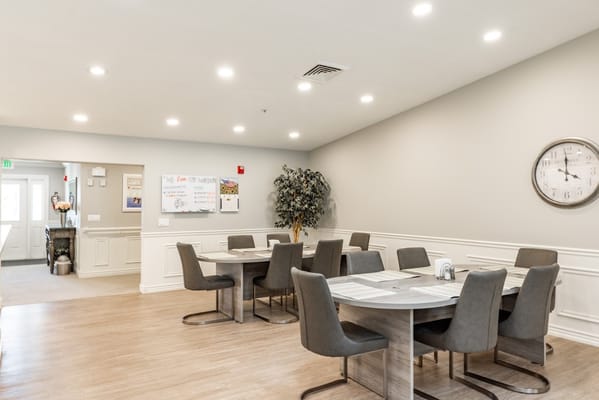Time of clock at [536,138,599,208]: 3:59
